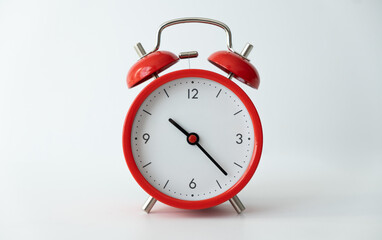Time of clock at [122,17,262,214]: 10:22
